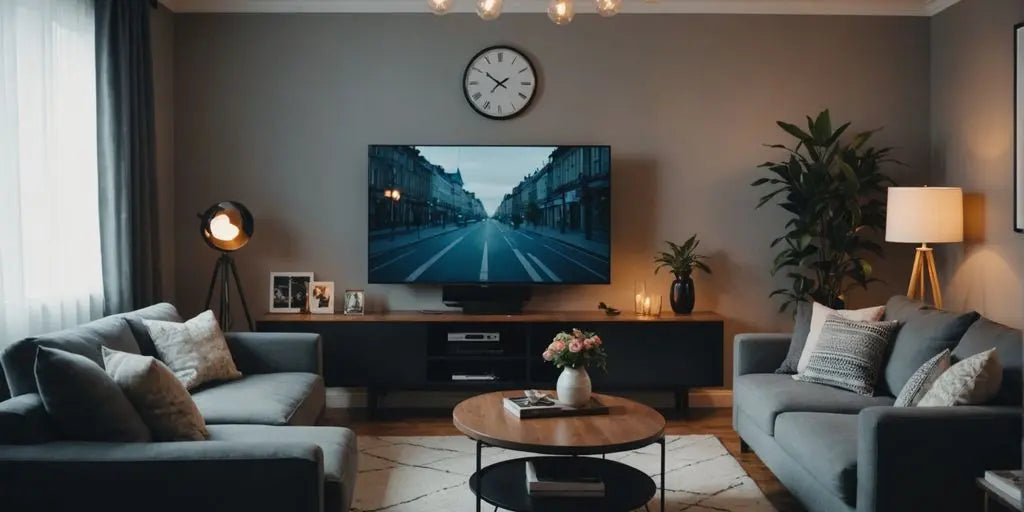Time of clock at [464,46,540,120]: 1:50
